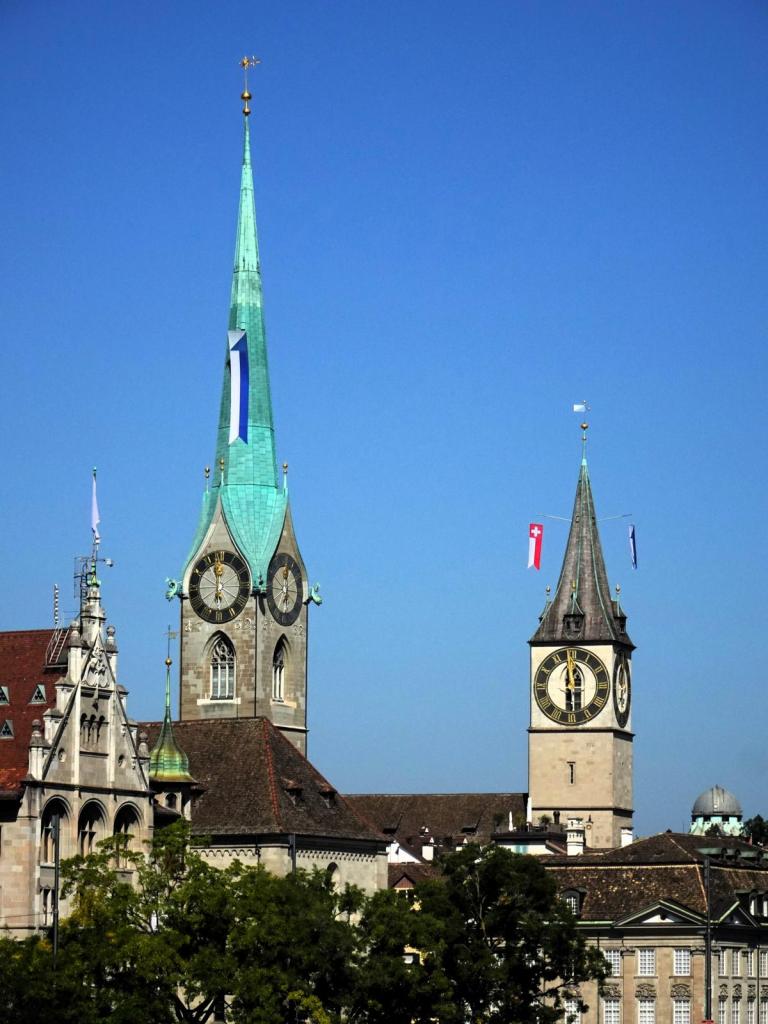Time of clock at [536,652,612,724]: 5:59
